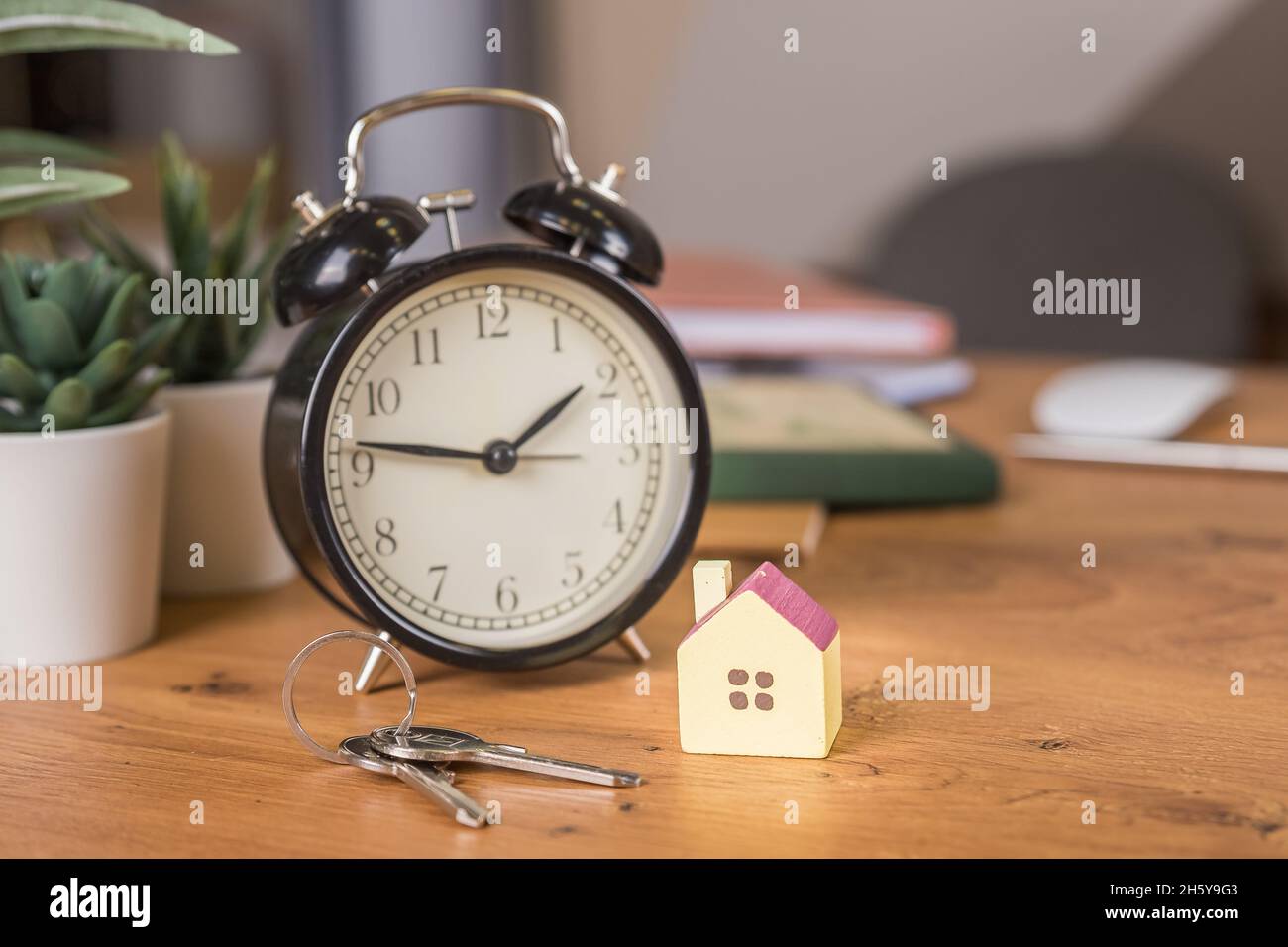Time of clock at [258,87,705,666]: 1:46
